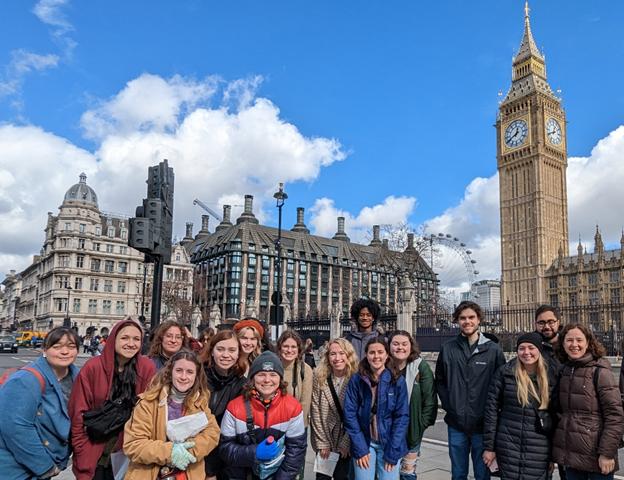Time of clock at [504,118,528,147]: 12:40
